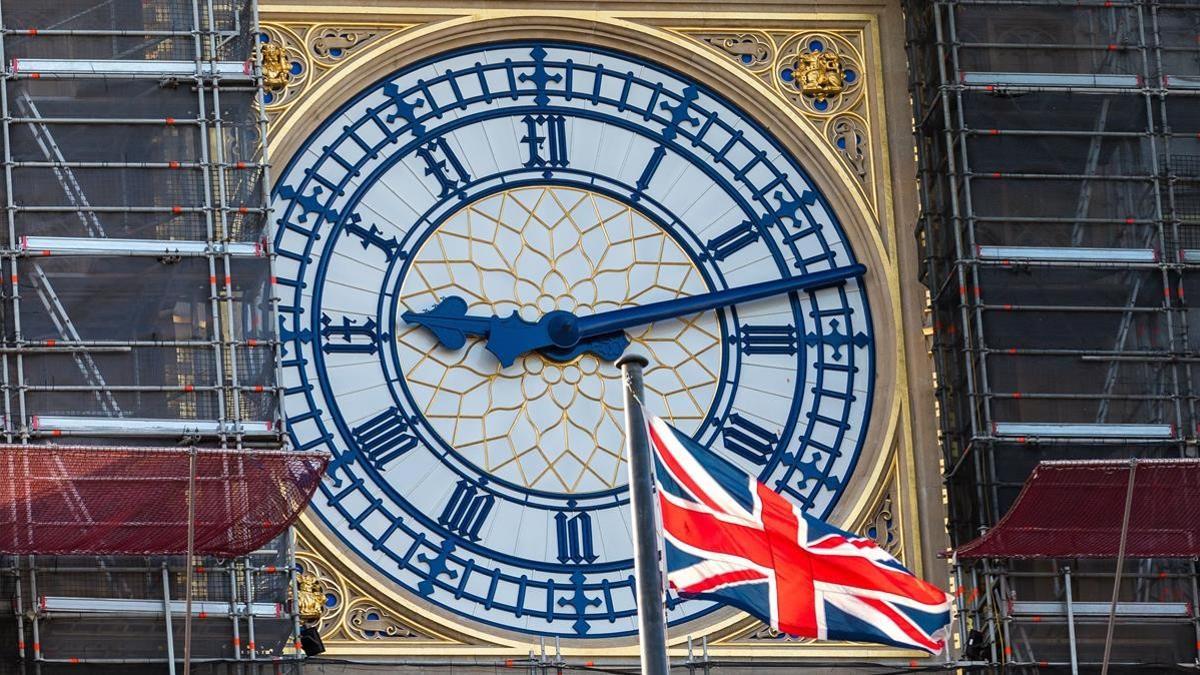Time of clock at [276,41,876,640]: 9:12
